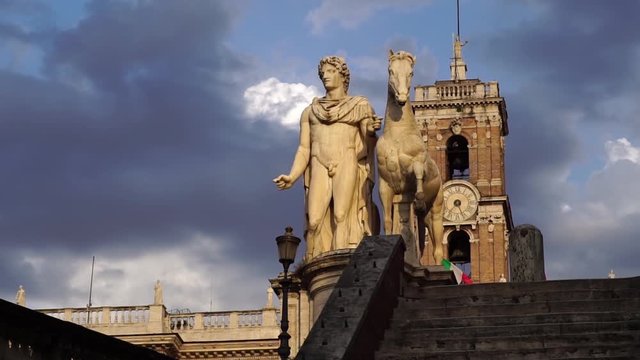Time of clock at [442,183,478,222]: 7:26
